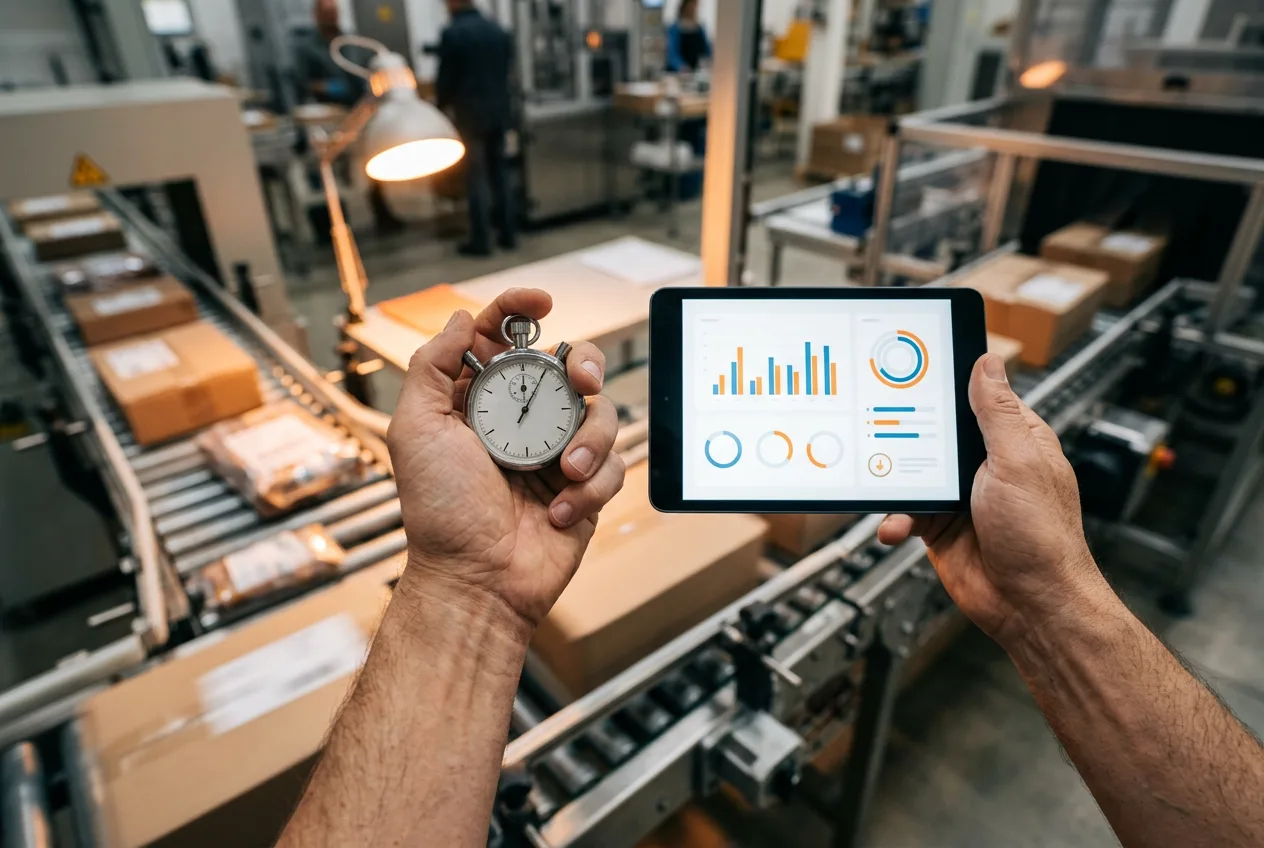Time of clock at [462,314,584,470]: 12:05
